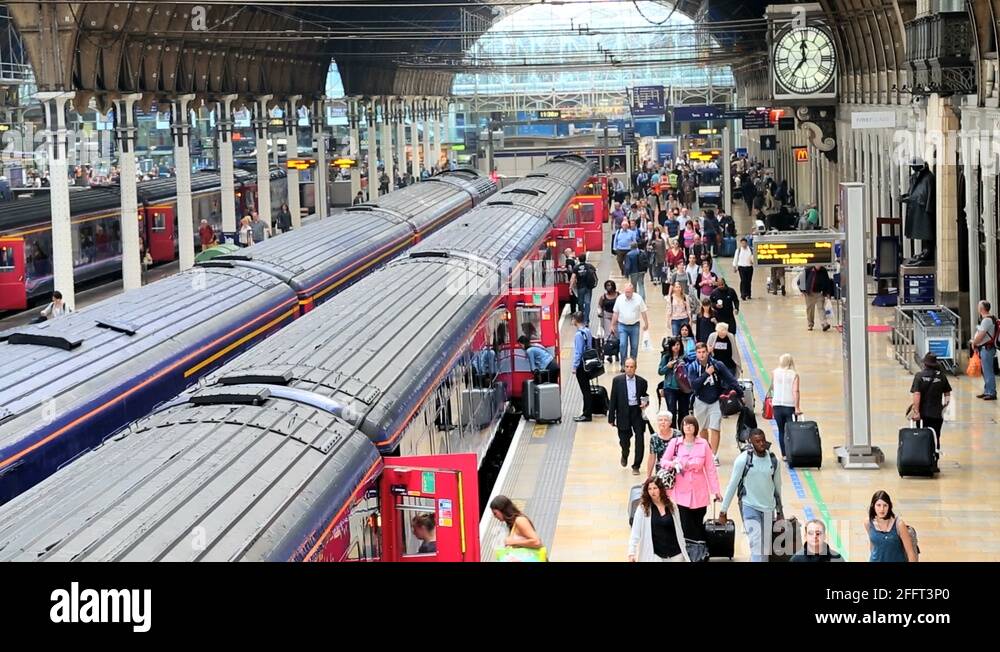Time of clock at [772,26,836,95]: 11:36
